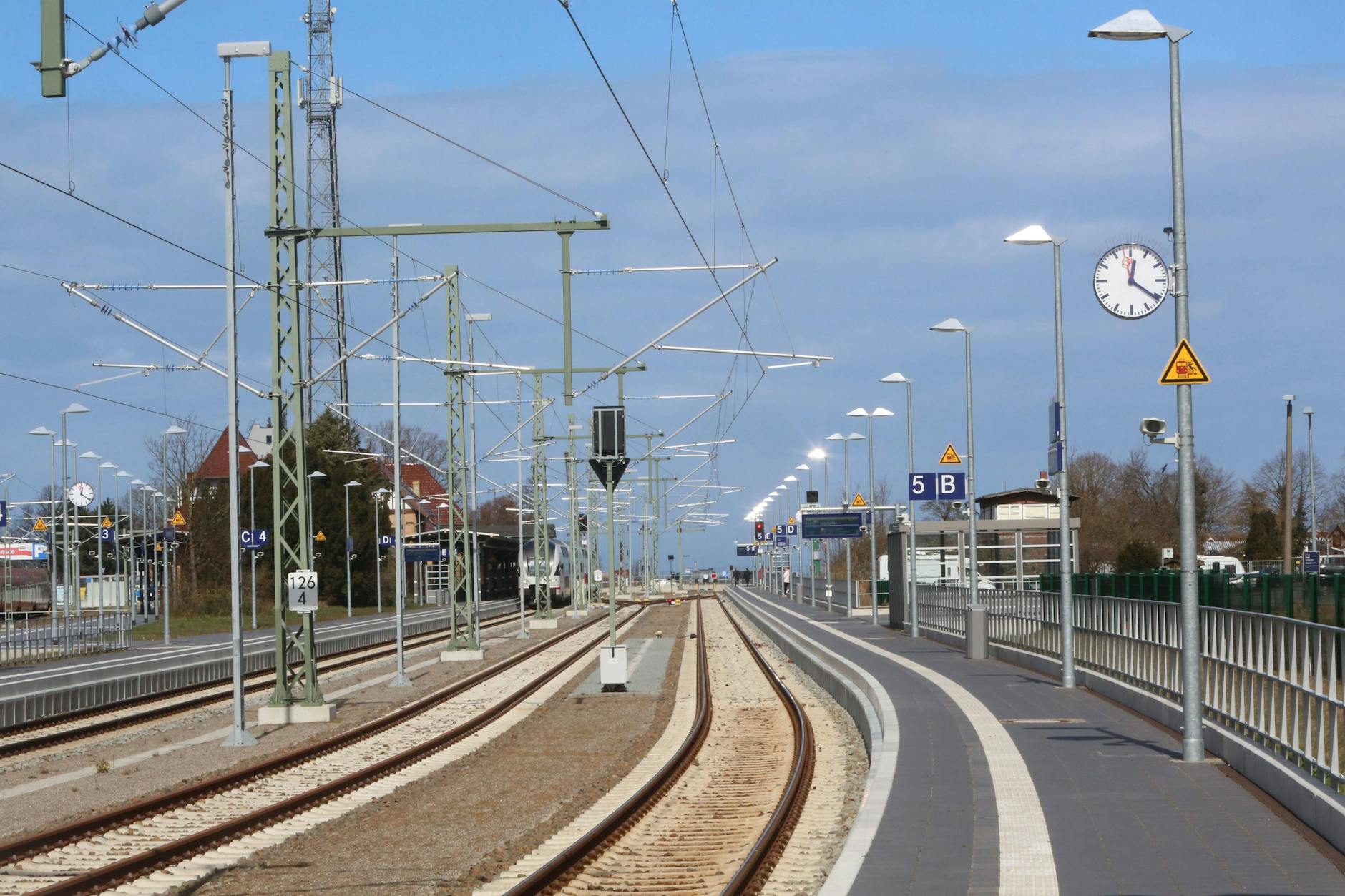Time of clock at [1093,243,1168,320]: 12:20
